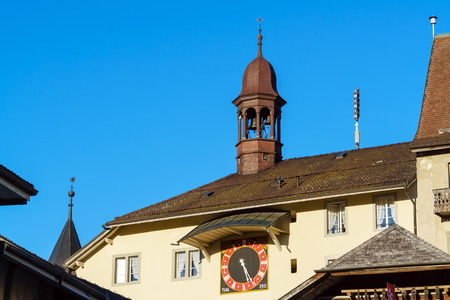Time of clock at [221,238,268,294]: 5:24
